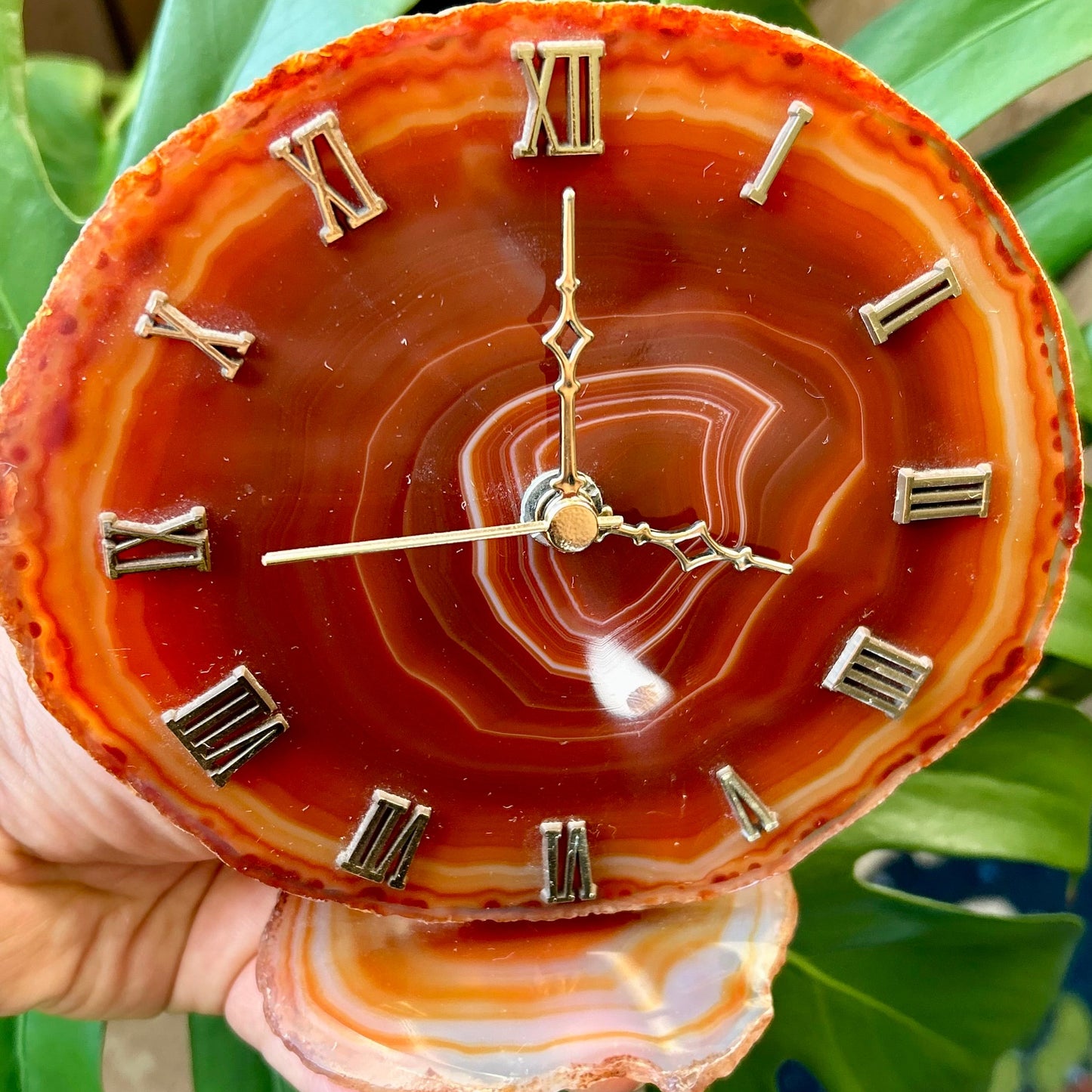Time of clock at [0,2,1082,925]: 3:44
